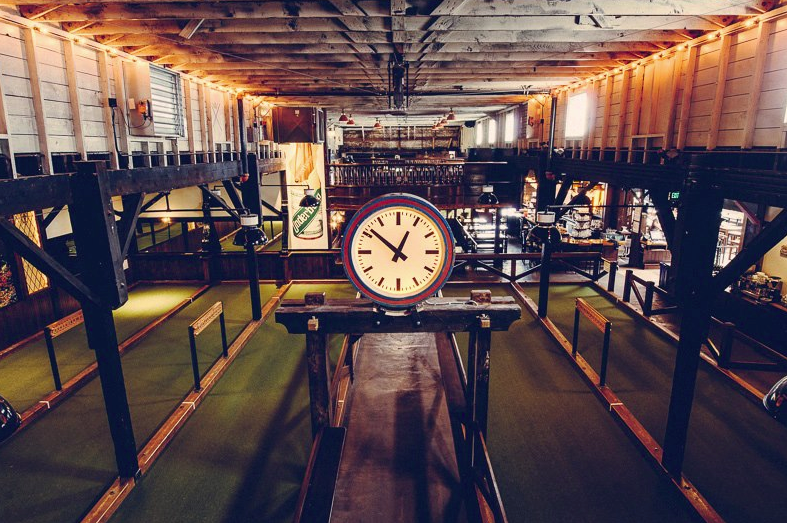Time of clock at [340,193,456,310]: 12:51
